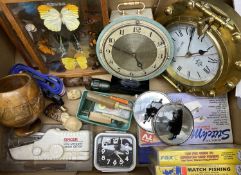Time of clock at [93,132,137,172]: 12:23
